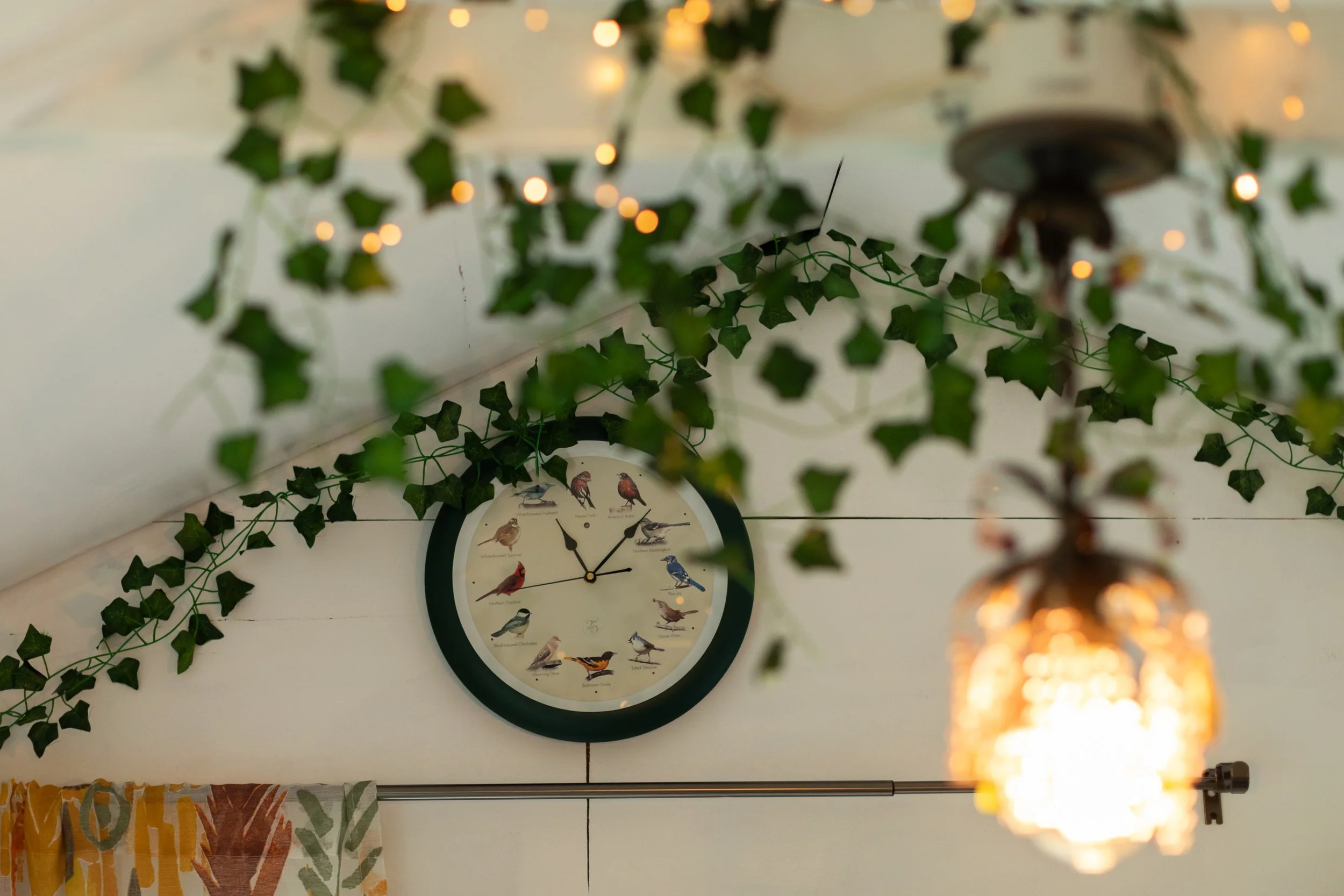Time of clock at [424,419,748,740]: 11:07
